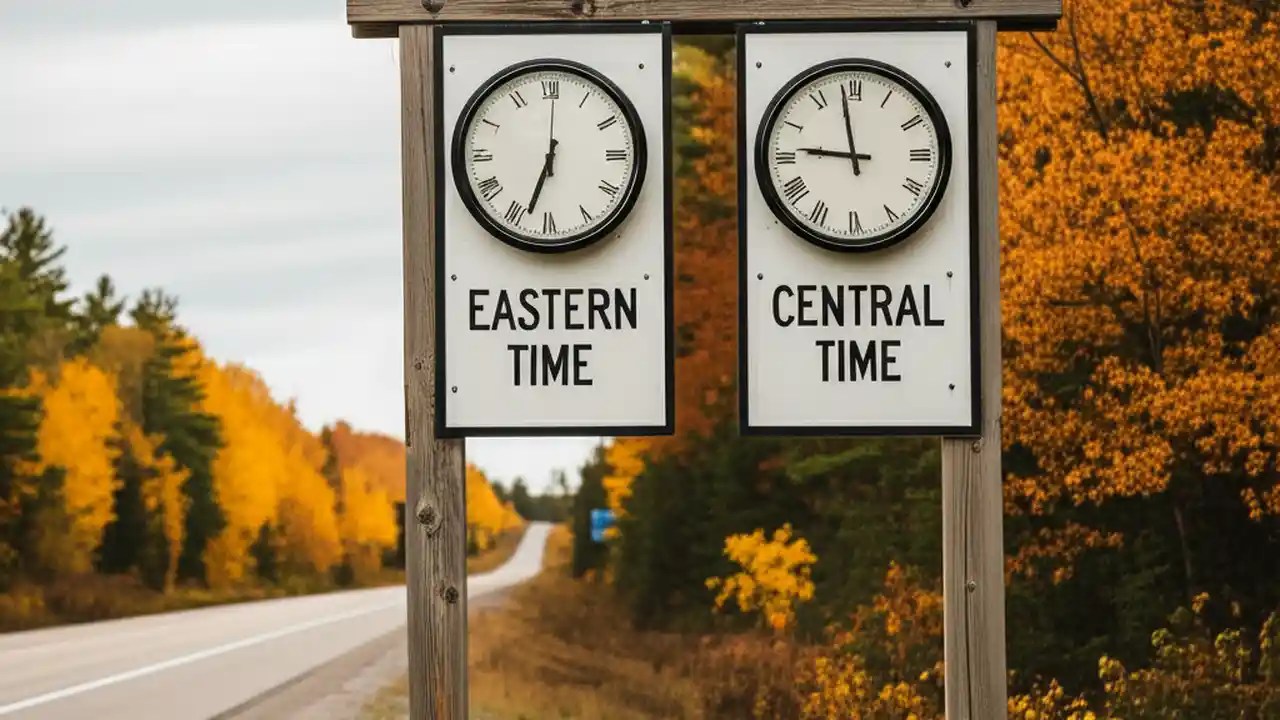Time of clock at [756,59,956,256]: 8:58
